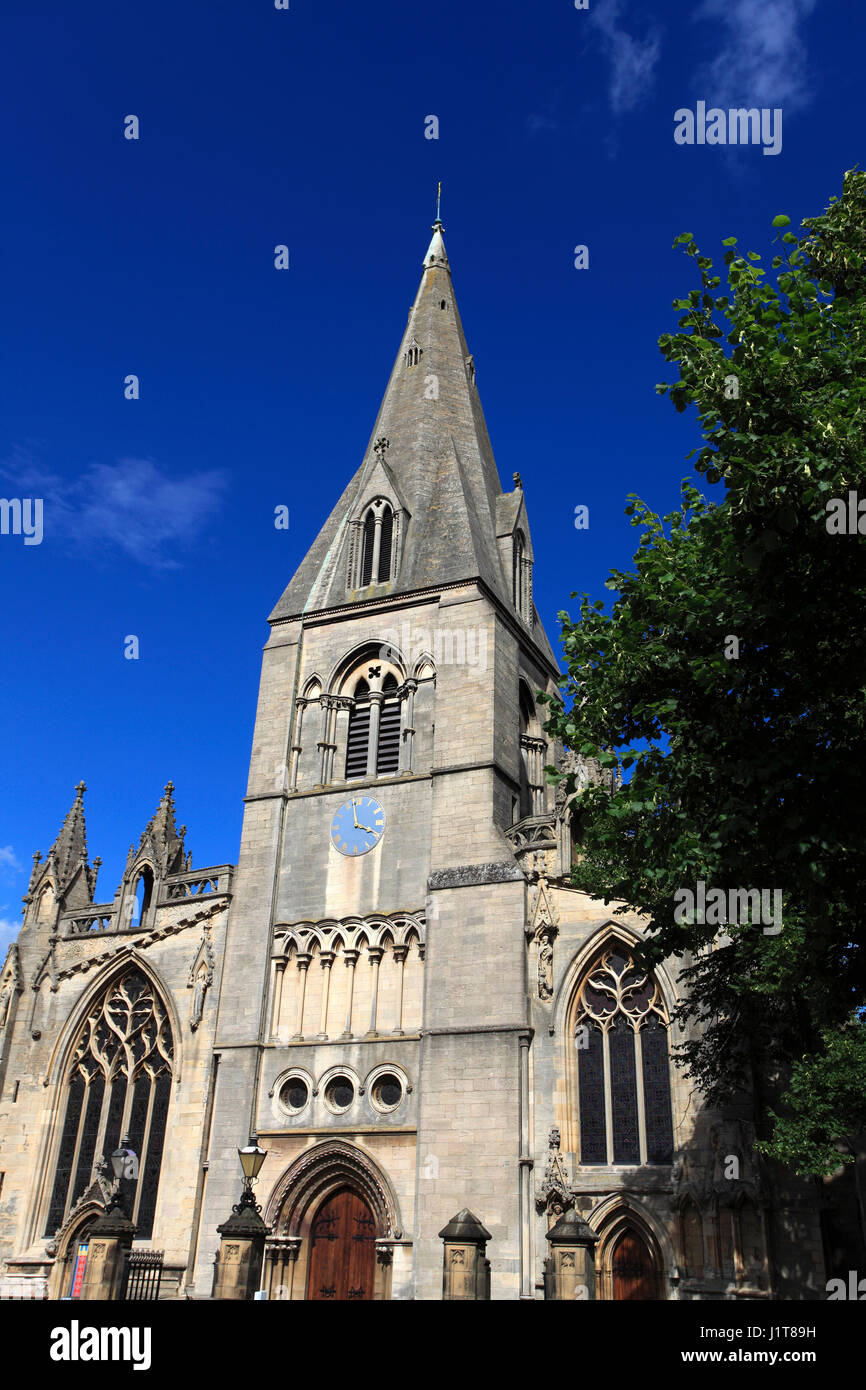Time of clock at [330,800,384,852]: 3:58
